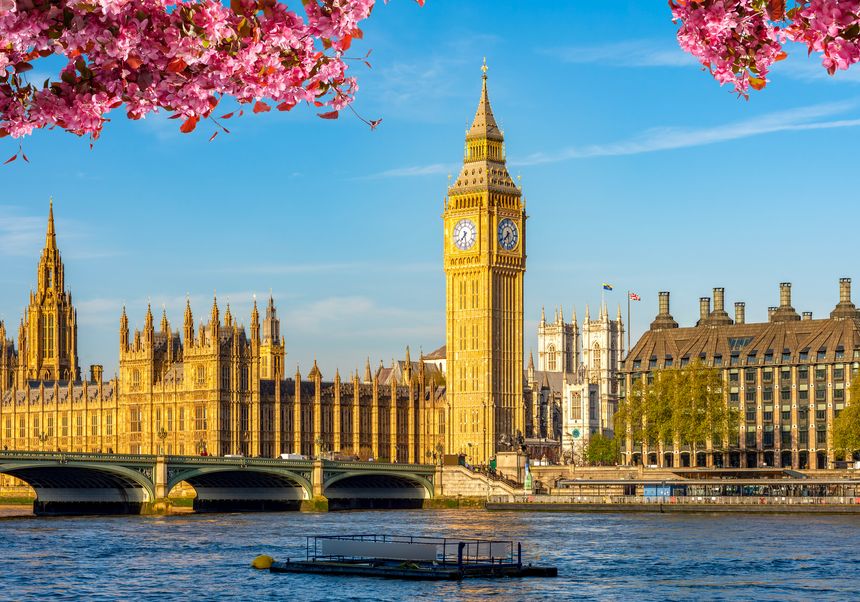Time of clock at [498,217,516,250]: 7:28
